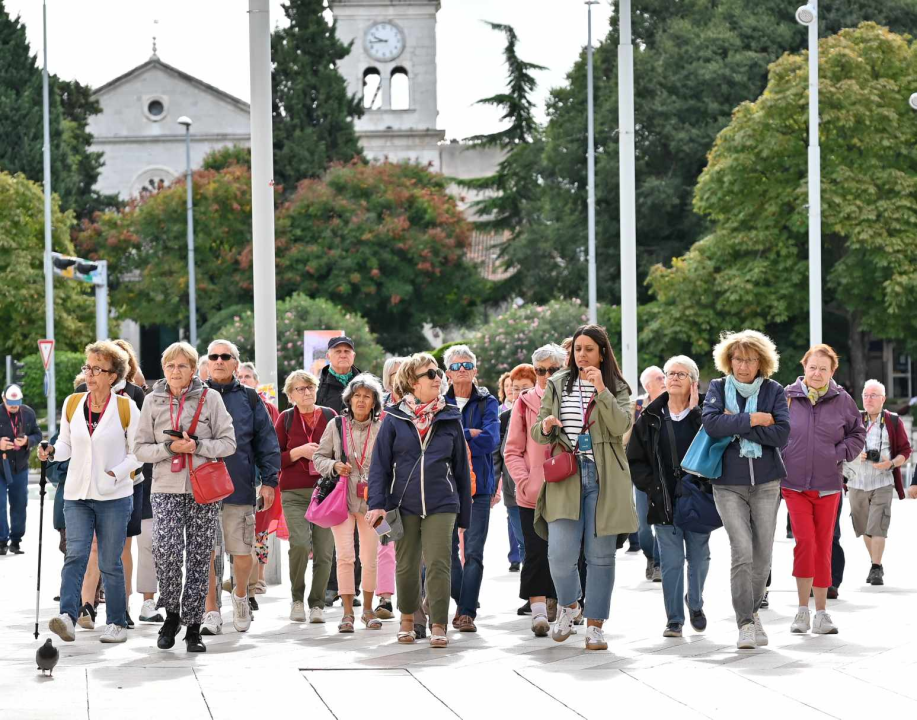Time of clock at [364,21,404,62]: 9:43
